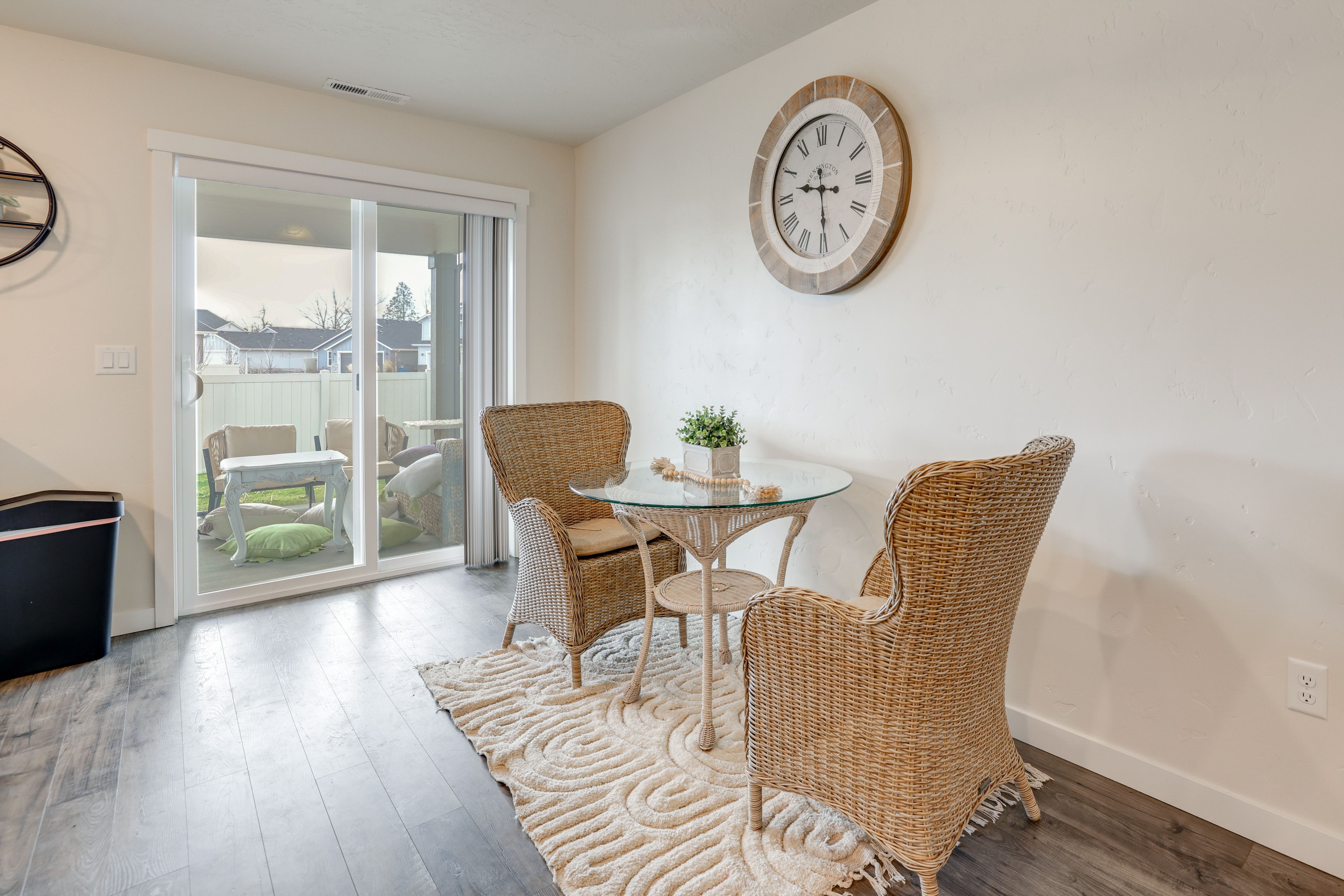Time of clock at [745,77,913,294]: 9:29
